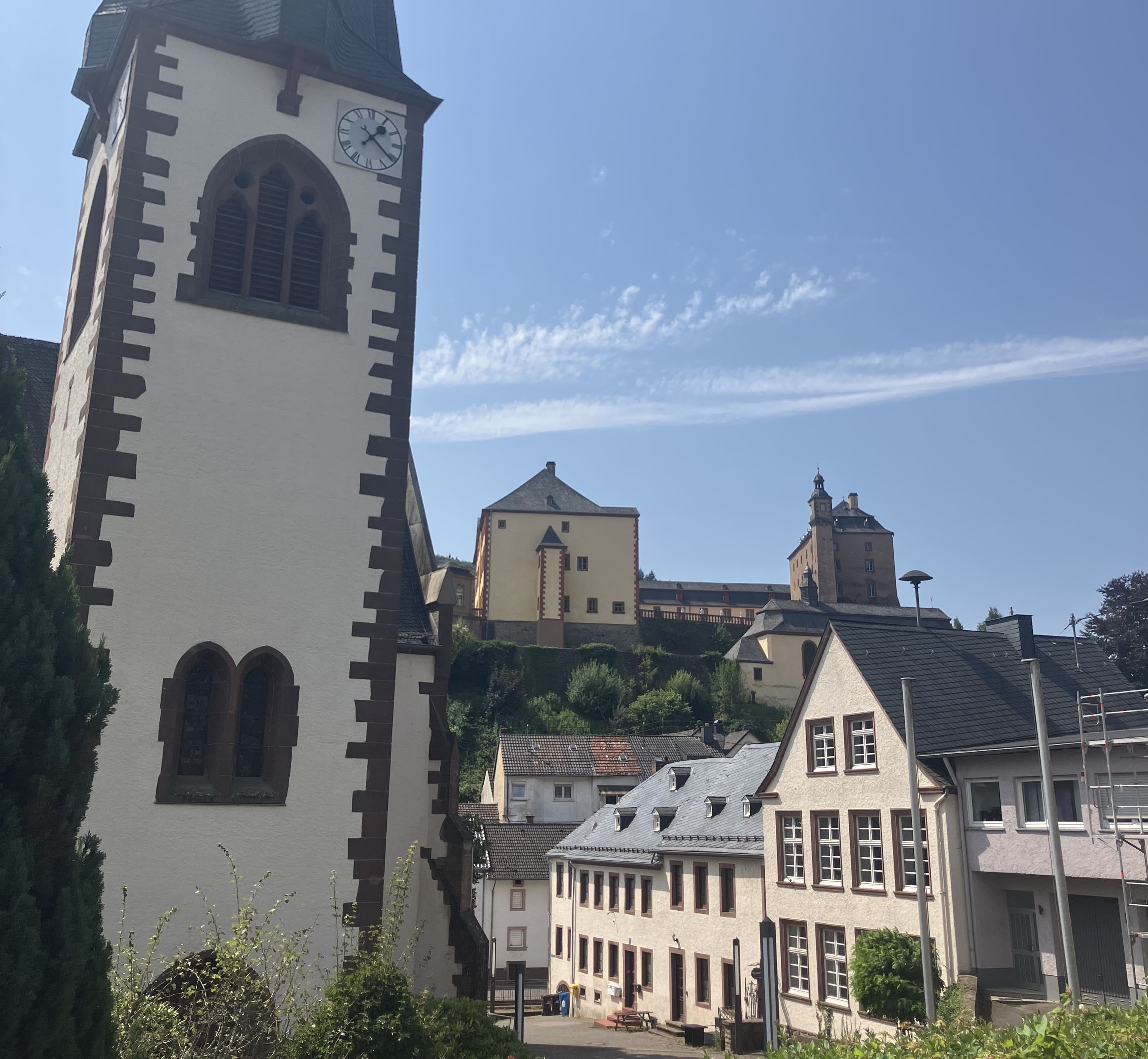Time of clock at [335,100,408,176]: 1:21
